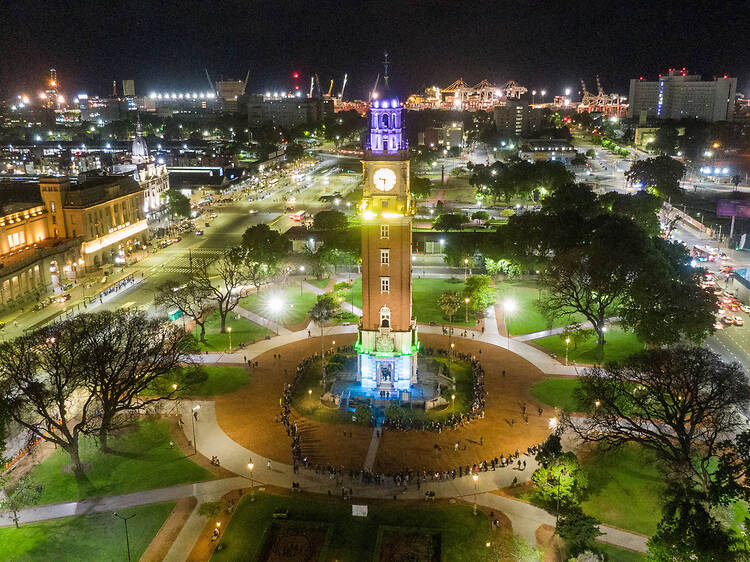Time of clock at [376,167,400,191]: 9:30
